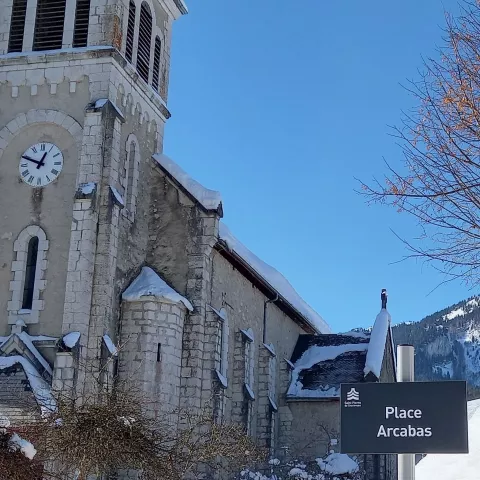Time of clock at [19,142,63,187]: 12:48
